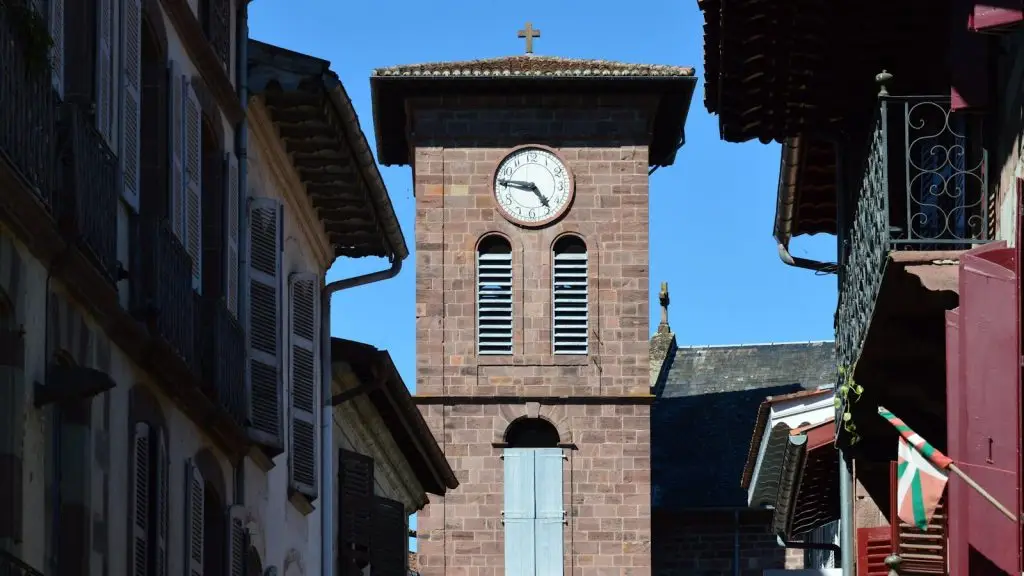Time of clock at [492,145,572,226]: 4:46
